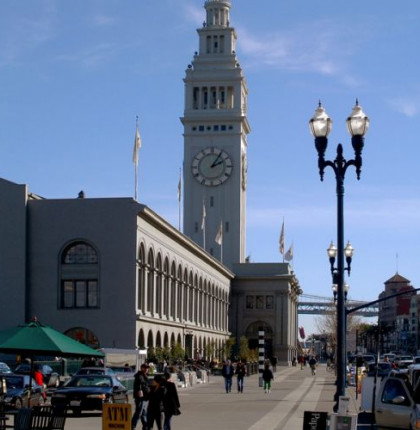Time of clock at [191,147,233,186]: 2:05
